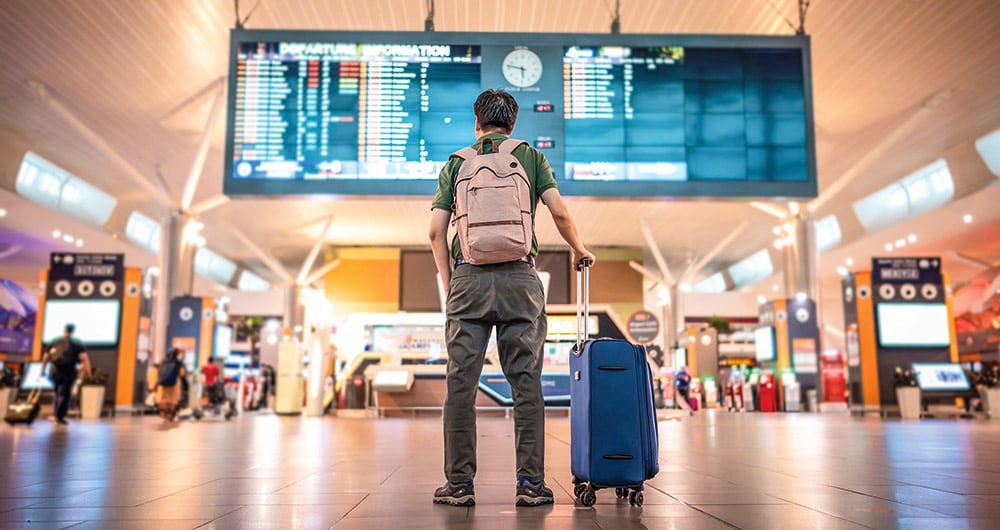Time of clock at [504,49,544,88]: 5:46
